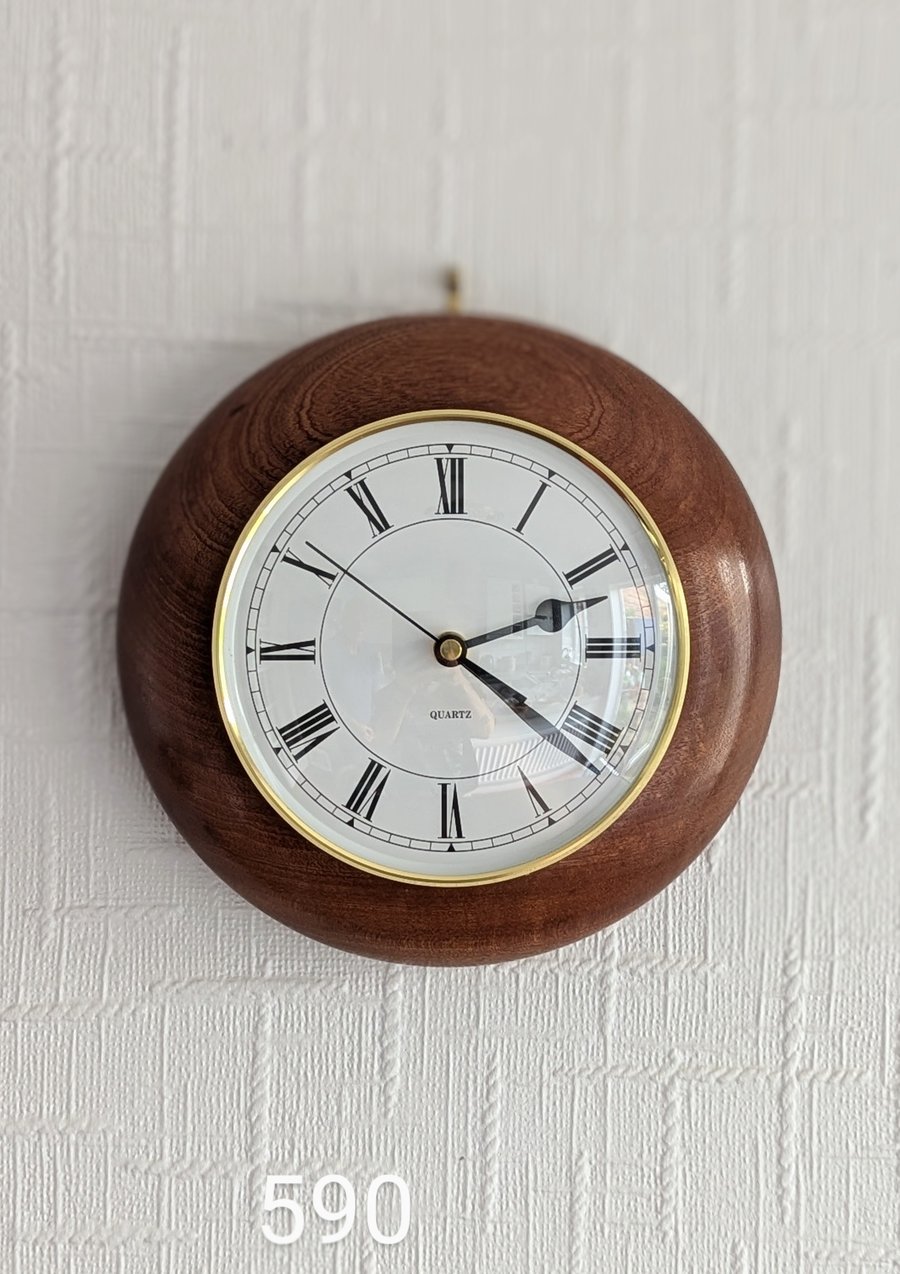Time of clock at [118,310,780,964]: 2:21
